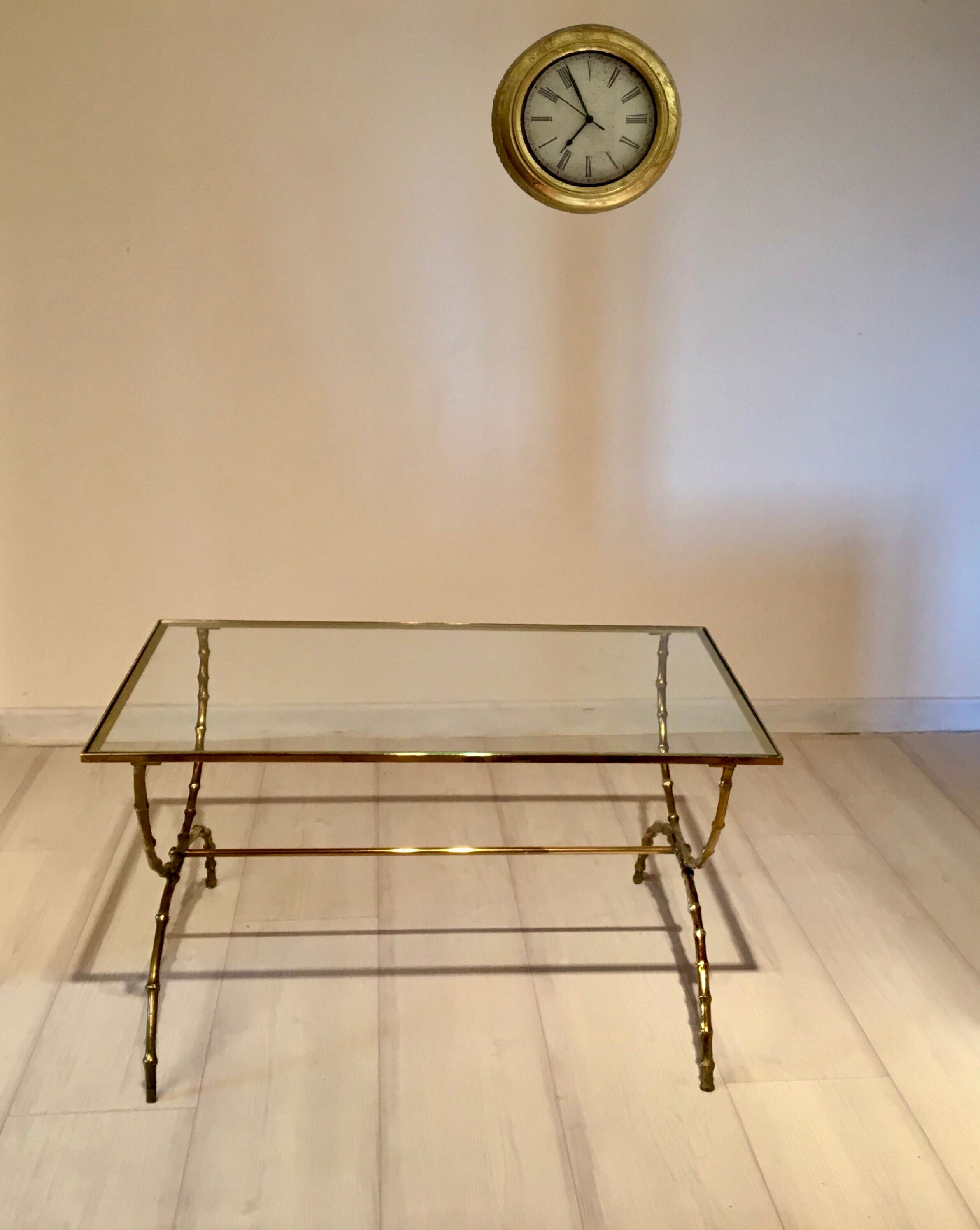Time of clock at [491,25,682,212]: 6:55
